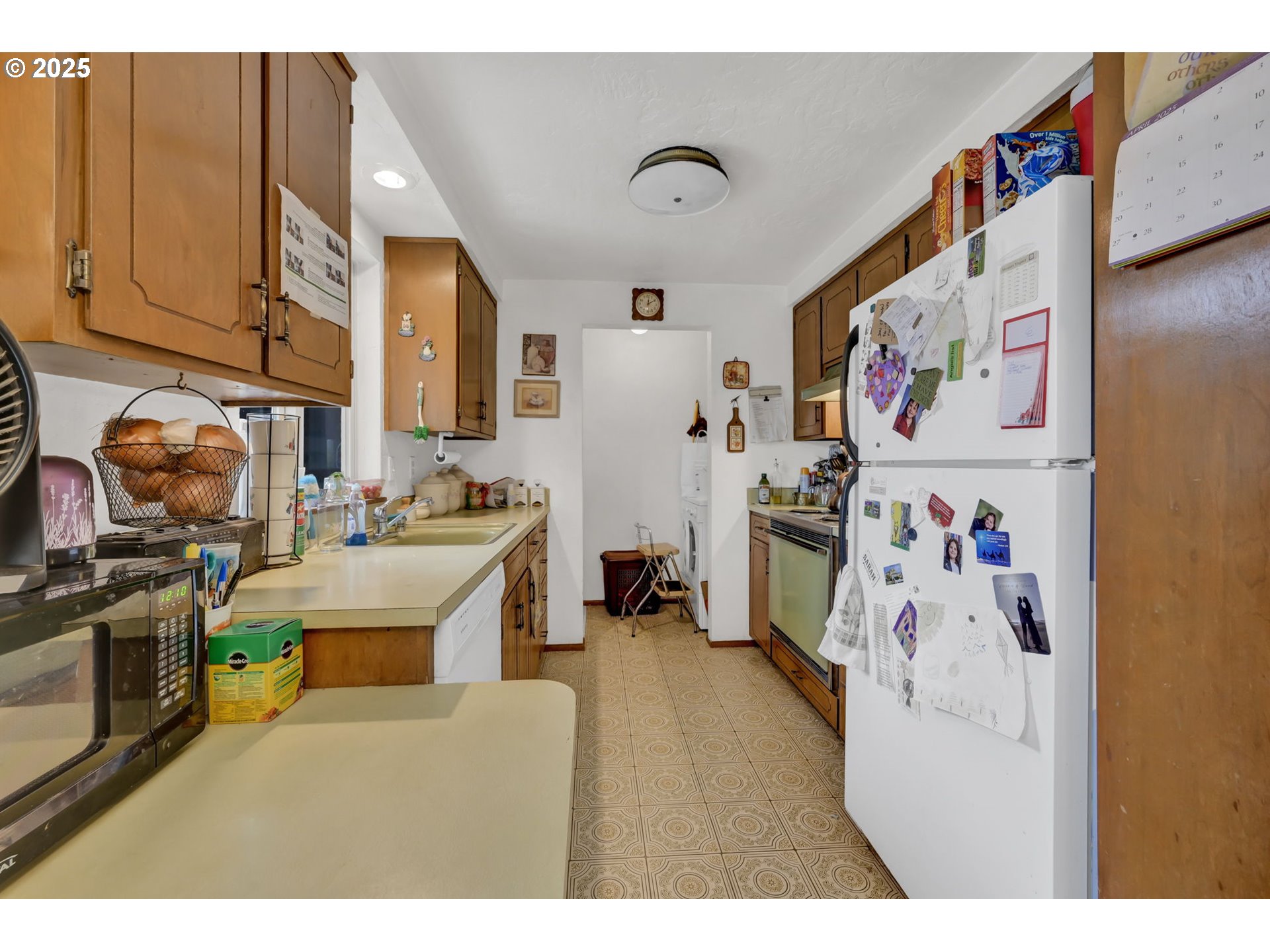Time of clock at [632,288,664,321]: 12:09
